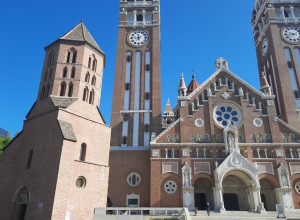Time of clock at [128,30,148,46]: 11:46
